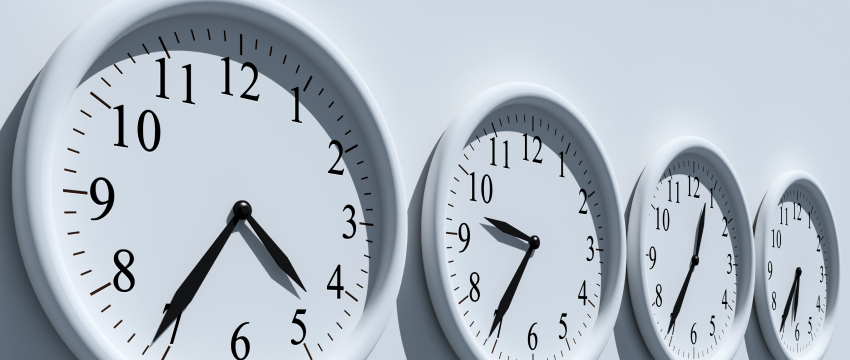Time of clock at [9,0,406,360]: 4:35
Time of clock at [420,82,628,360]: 9:35
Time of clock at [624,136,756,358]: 12:35
